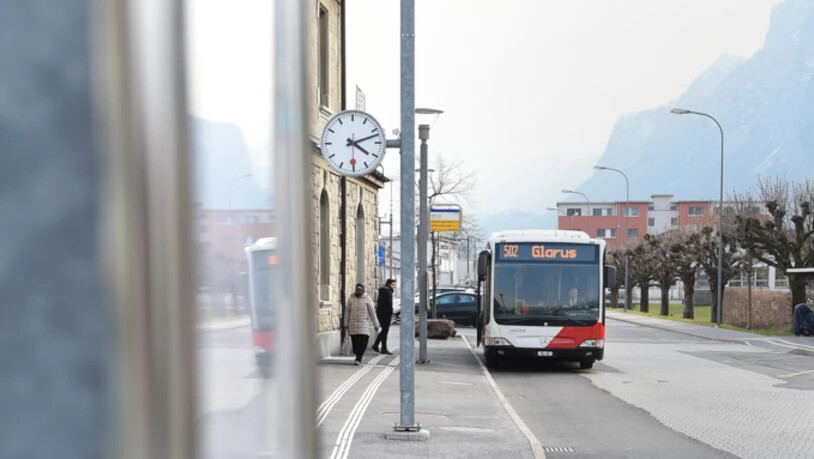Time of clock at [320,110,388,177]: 4:12
